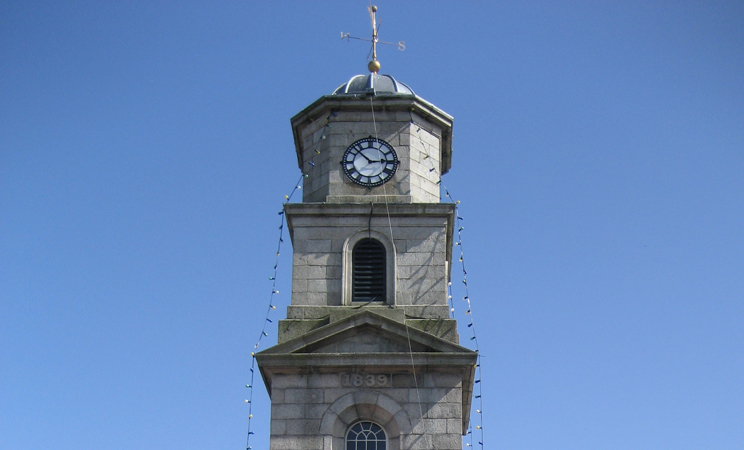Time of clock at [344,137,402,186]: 2:52
